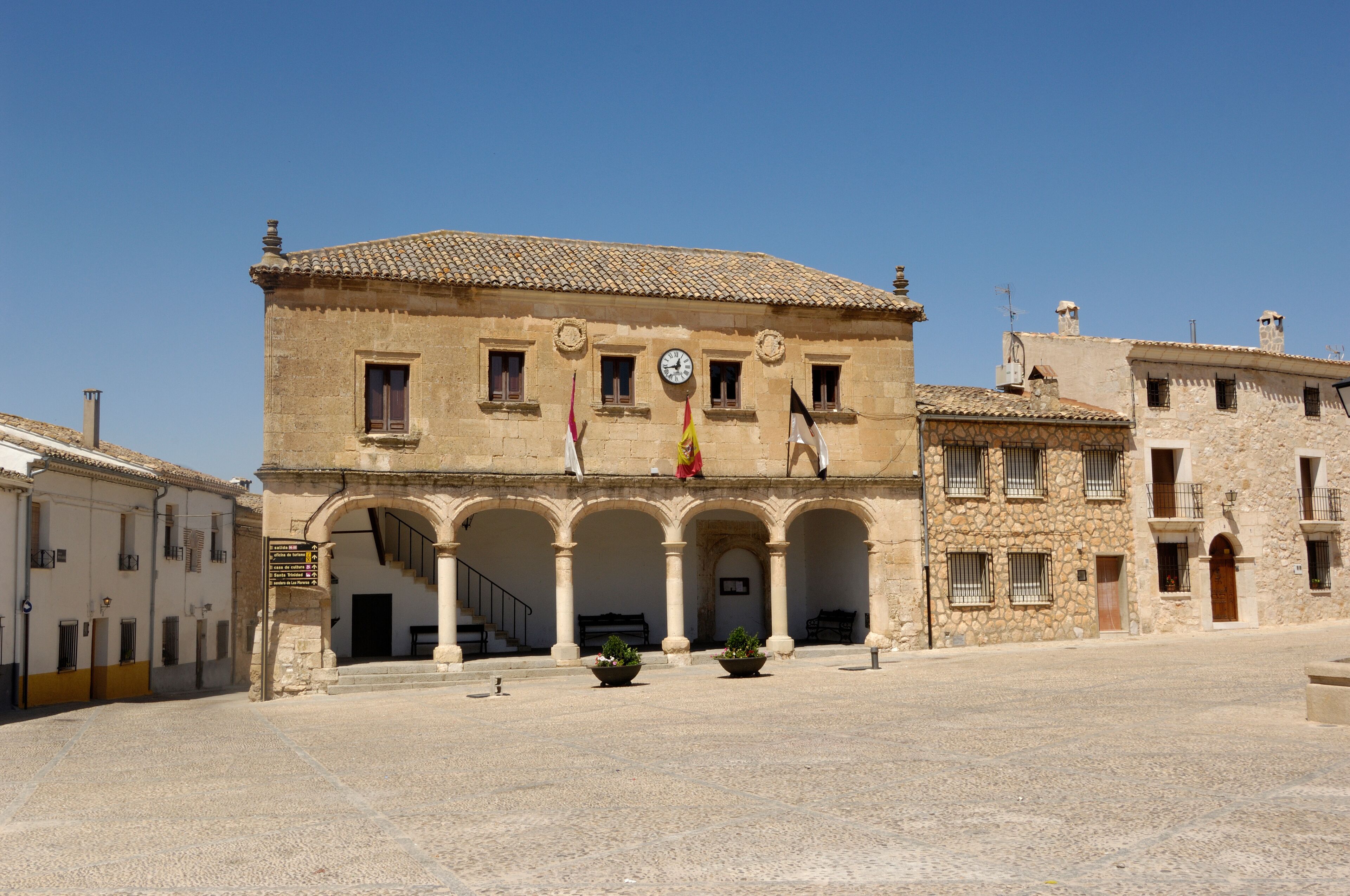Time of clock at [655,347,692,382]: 12:43
